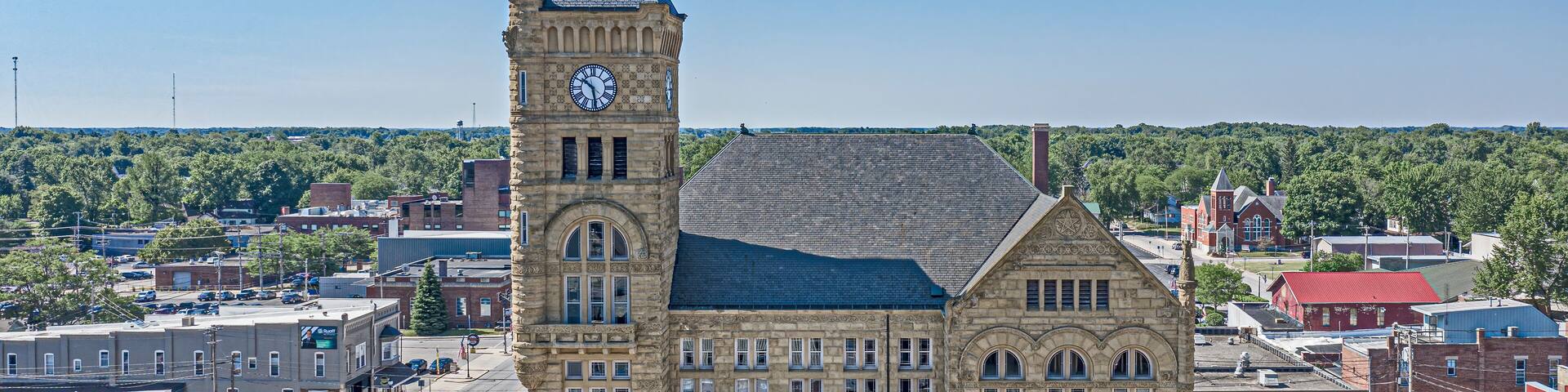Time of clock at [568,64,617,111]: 10:28
